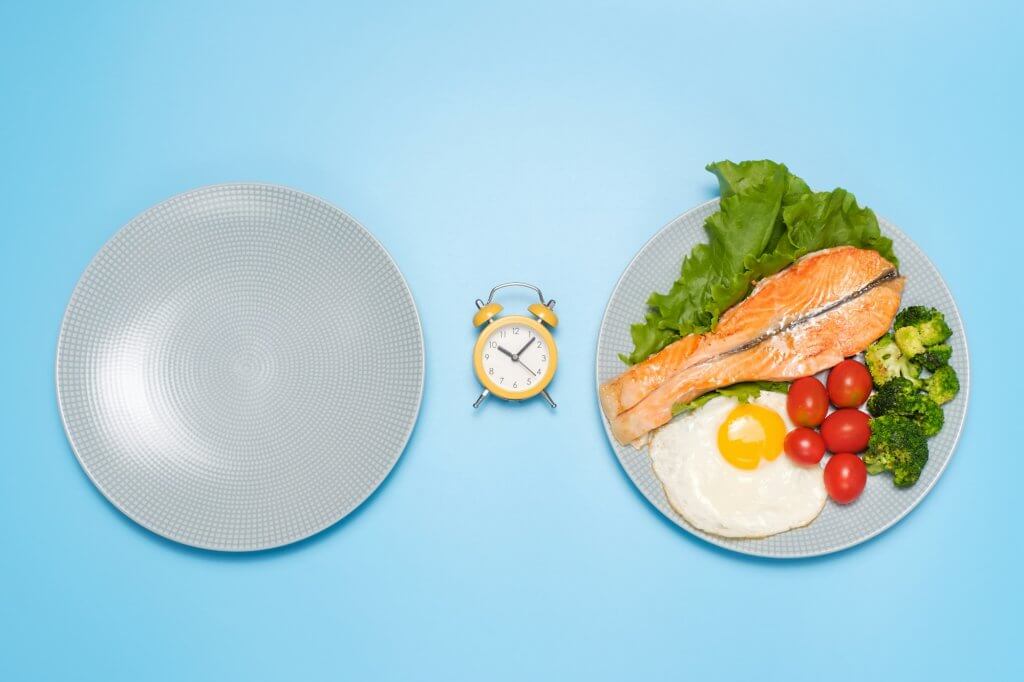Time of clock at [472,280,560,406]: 10:07
